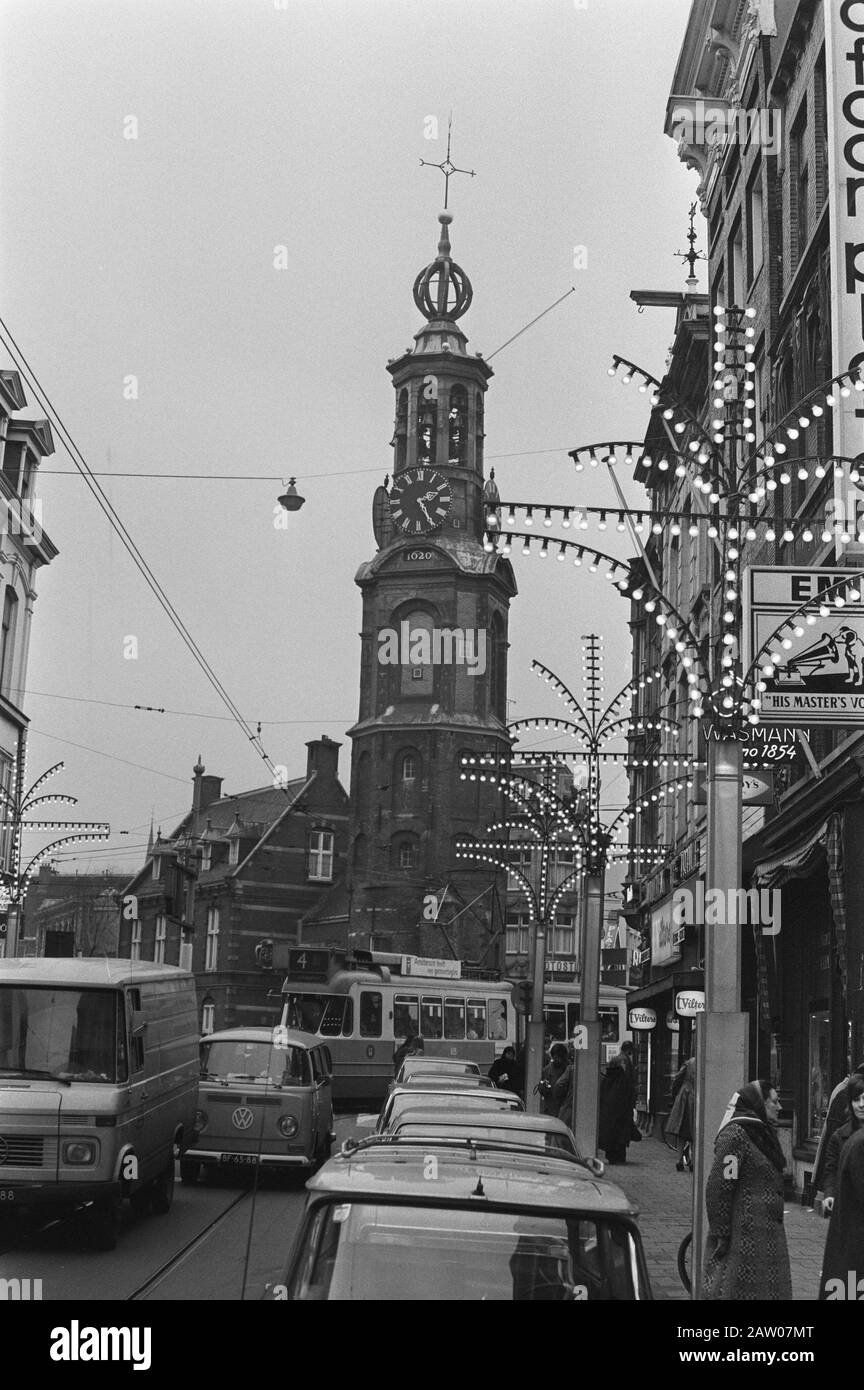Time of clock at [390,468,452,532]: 2:25
